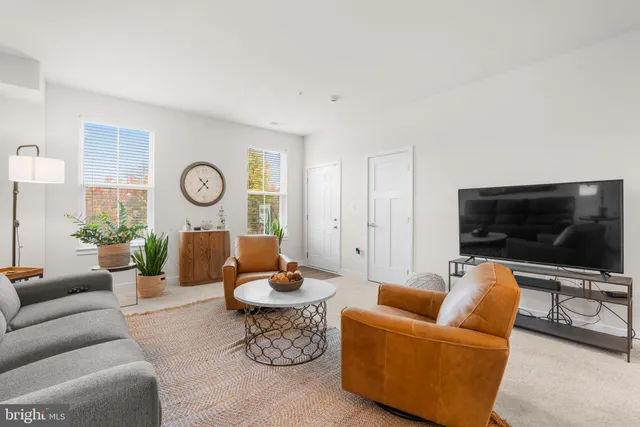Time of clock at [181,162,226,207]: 10:36
